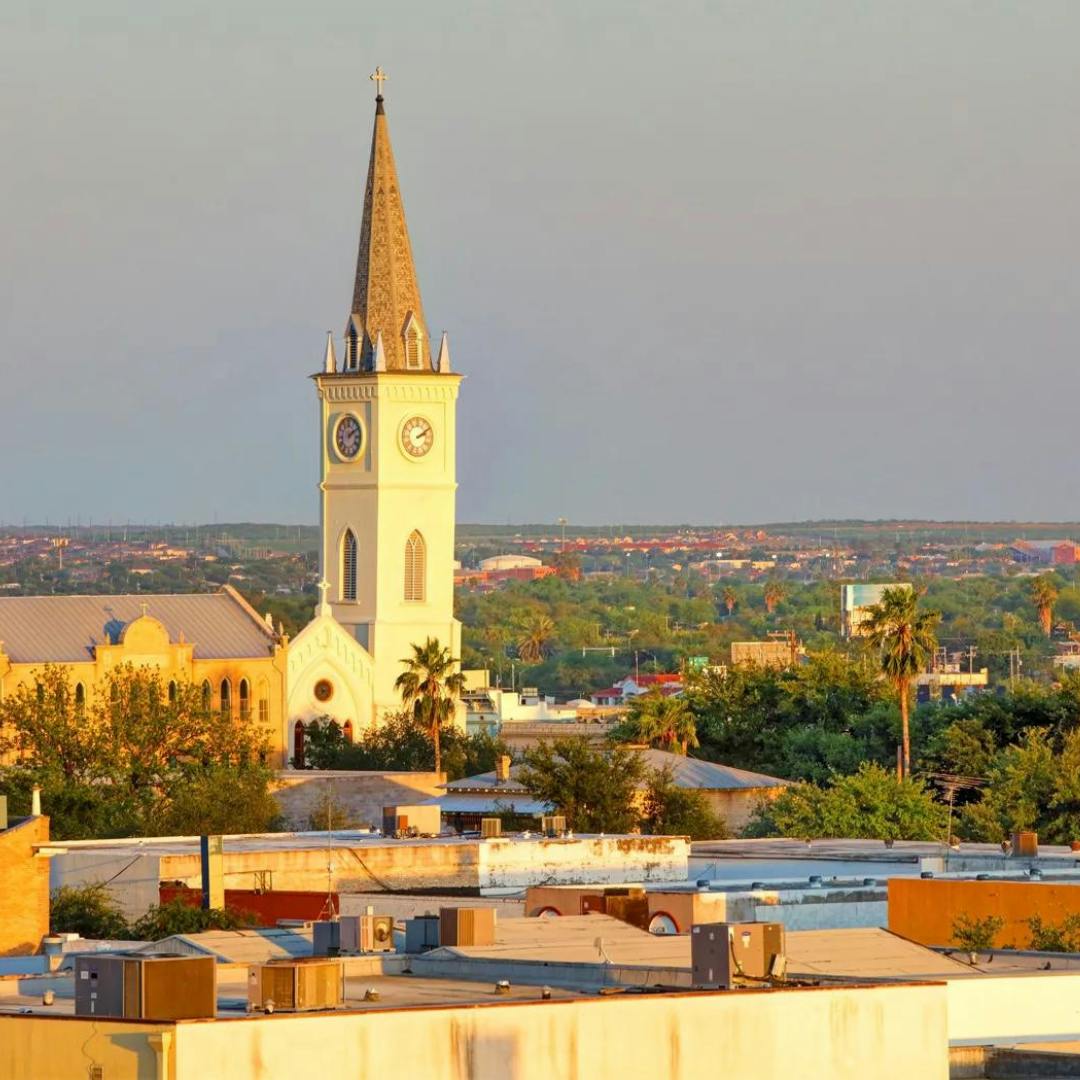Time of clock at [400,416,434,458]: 2:09
